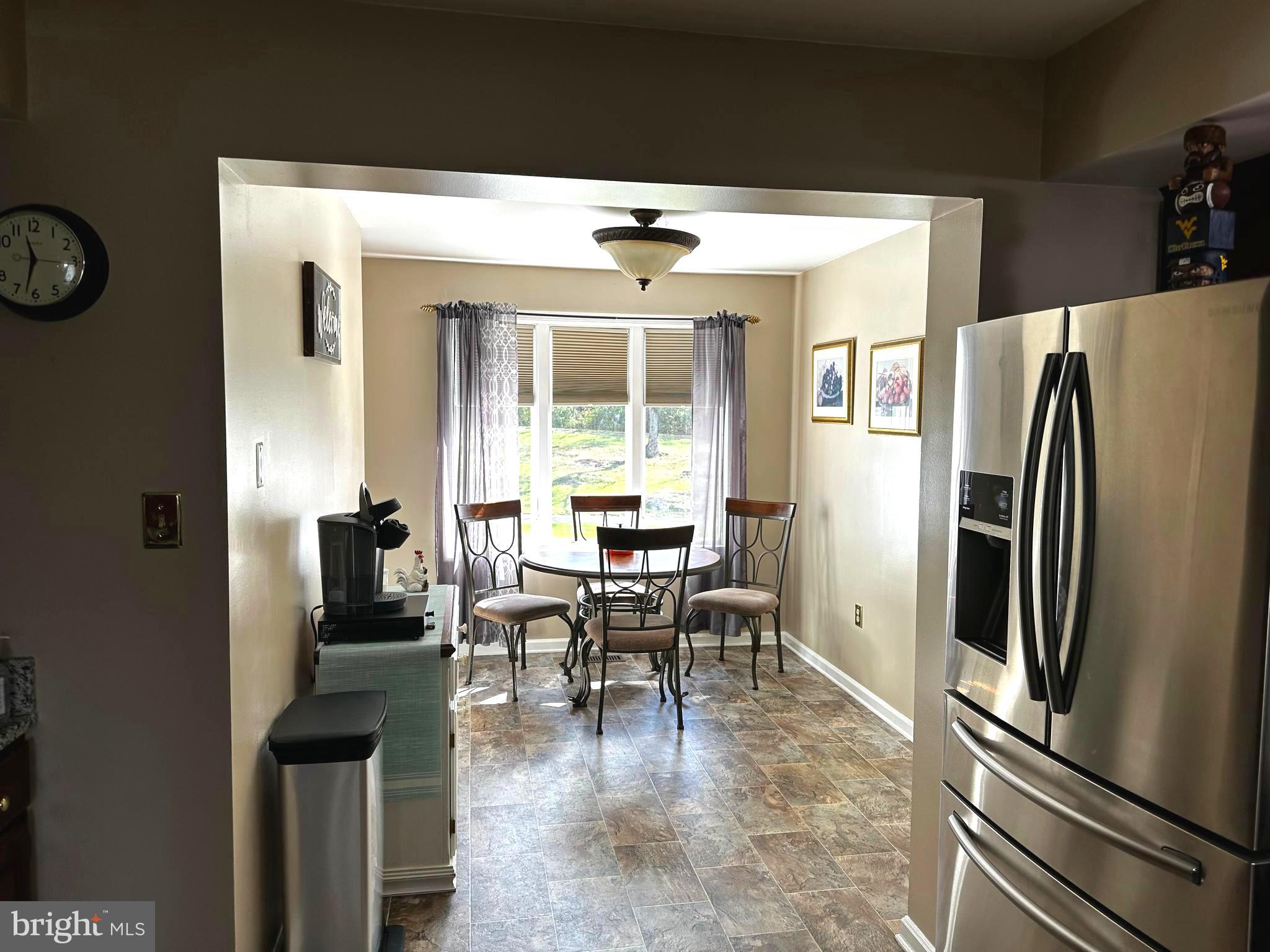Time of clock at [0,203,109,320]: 11:32
